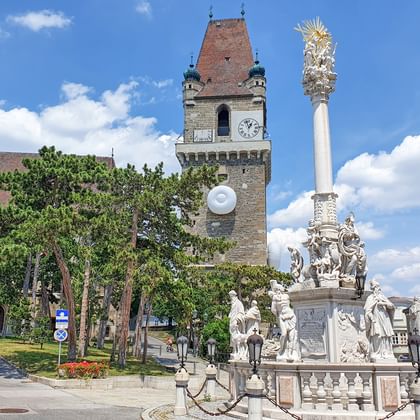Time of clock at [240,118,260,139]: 12:57
